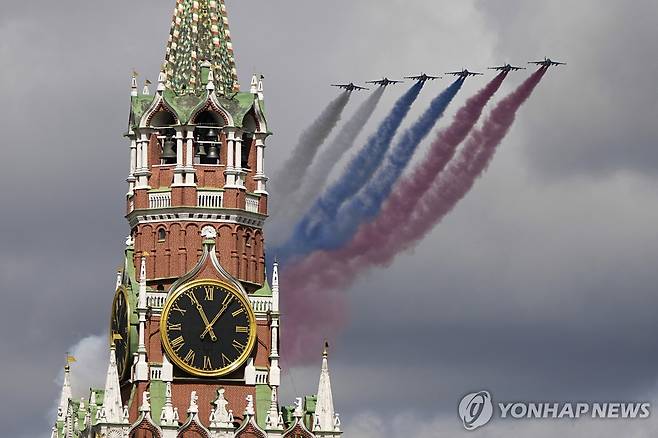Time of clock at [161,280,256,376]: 11:06
